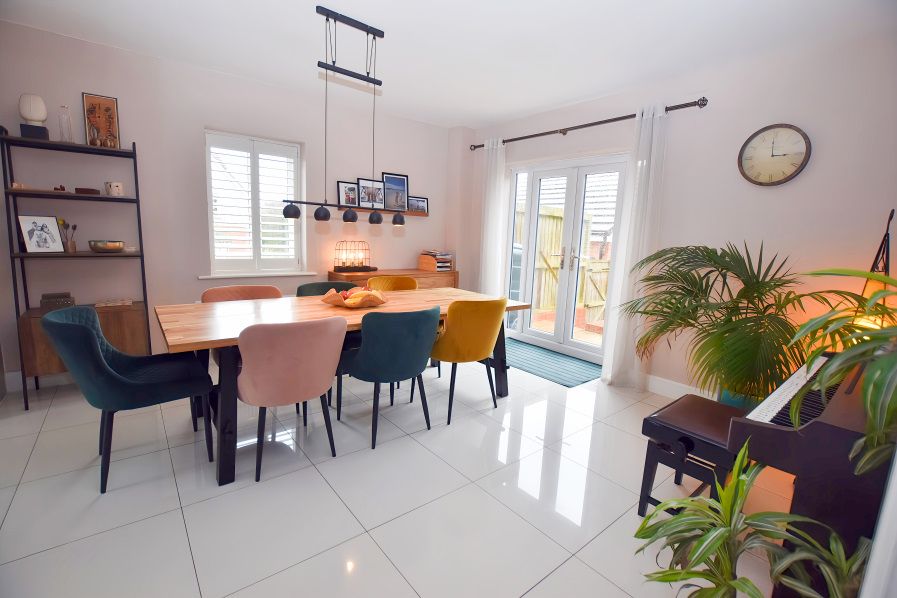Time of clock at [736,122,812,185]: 2:59
